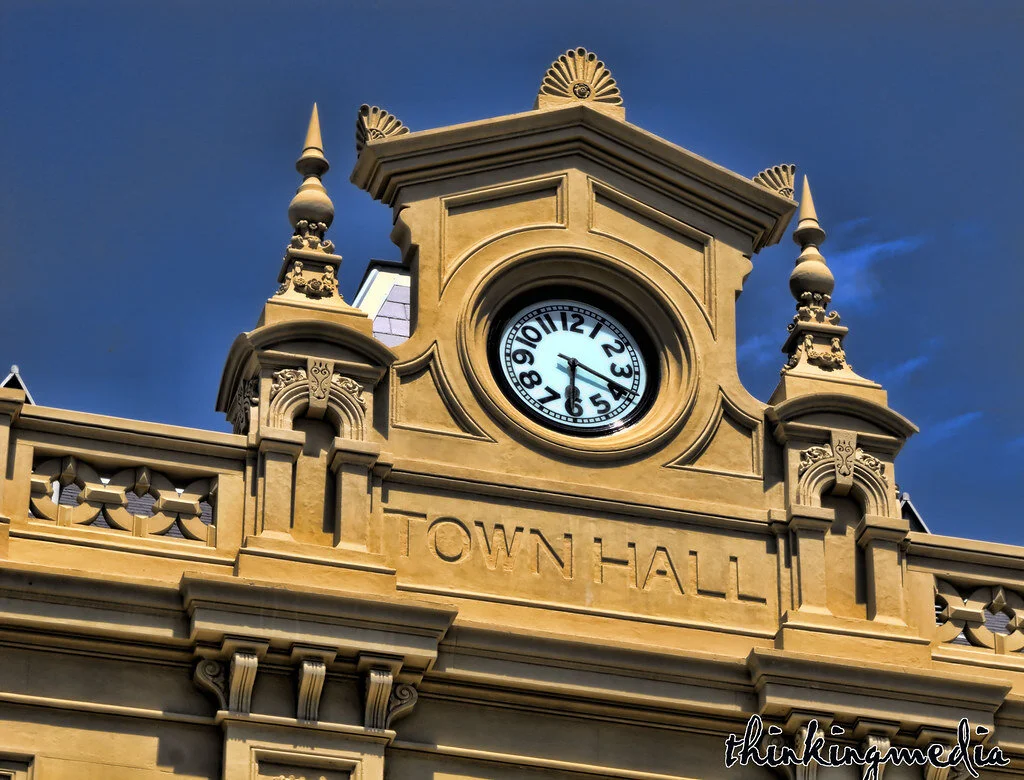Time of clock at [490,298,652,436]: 6:18
